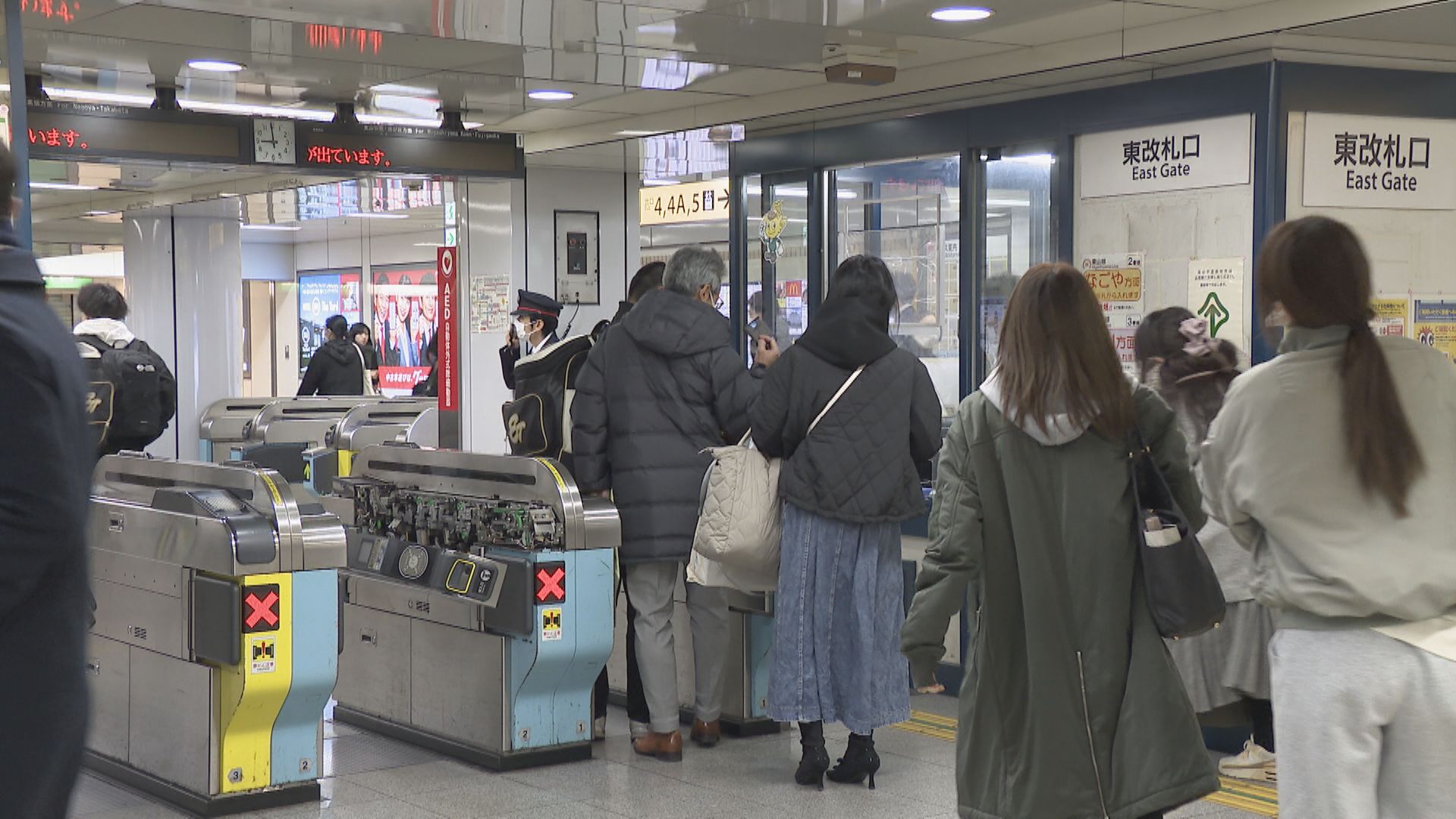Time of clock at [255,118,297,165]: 8:59
